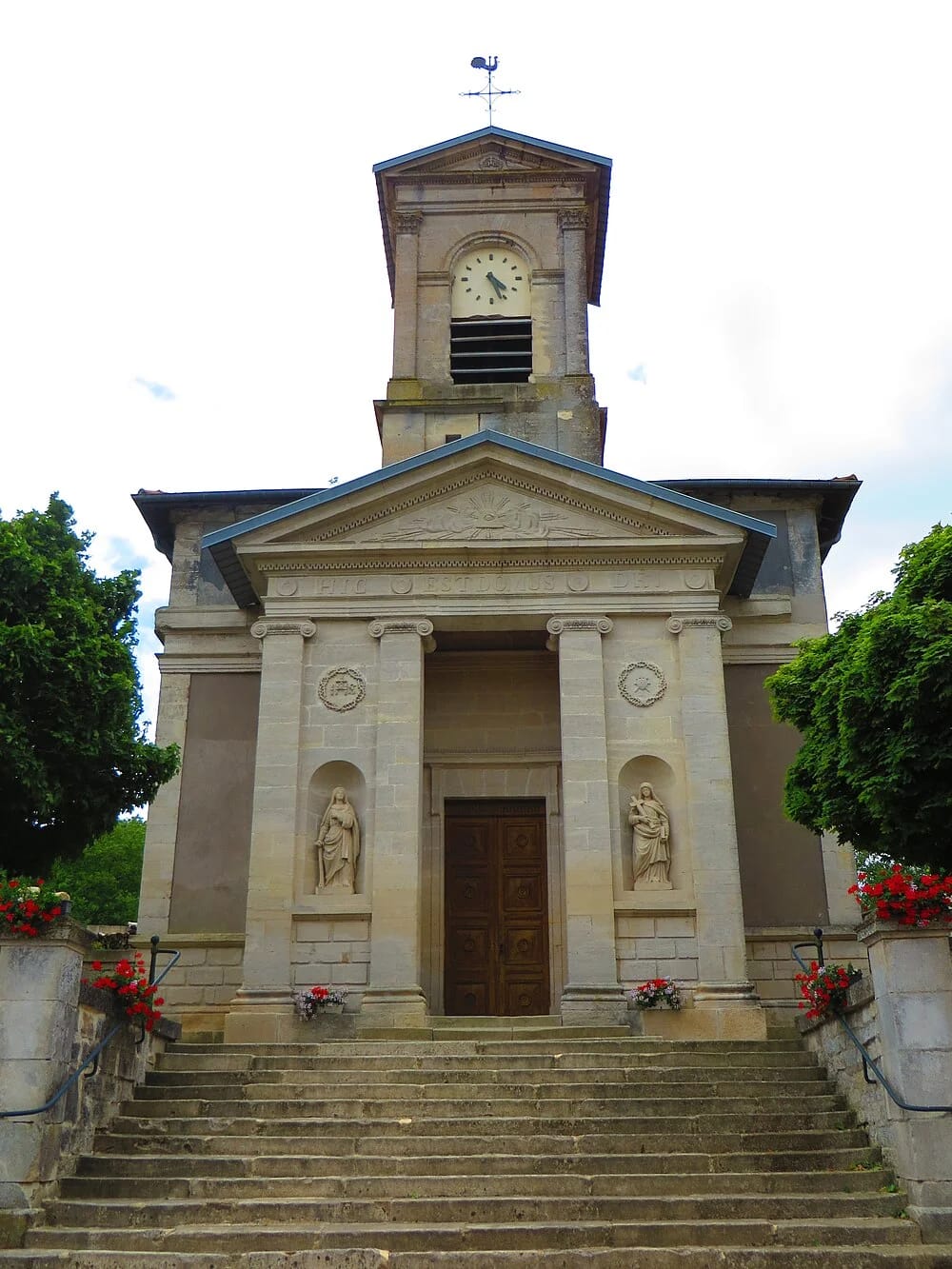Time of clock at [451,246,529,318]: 4:26
